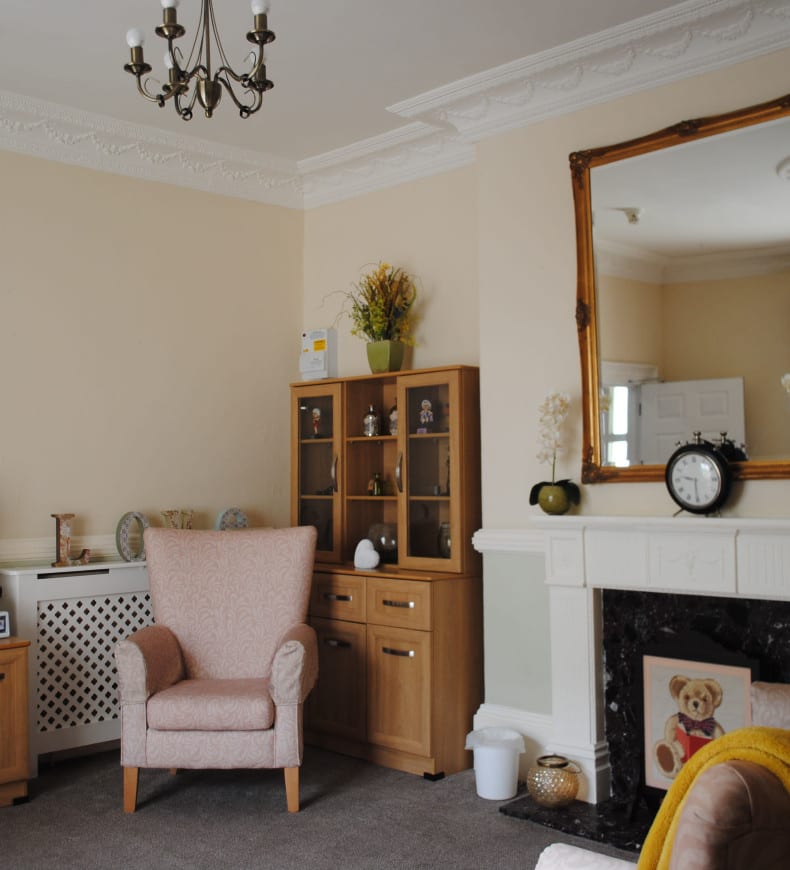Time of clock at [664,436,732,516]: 9:30
